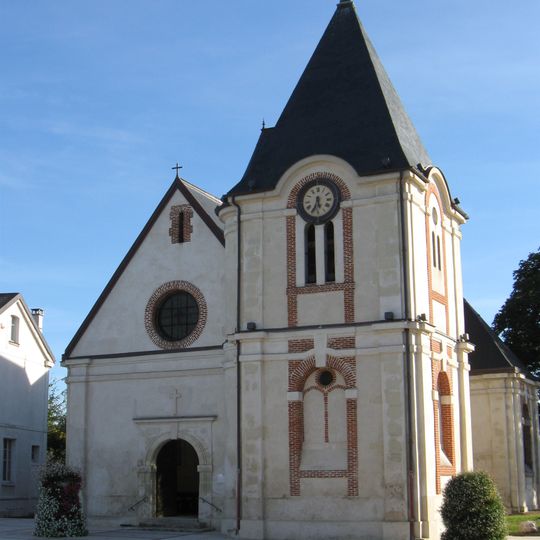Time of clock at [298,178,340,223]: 5:34
